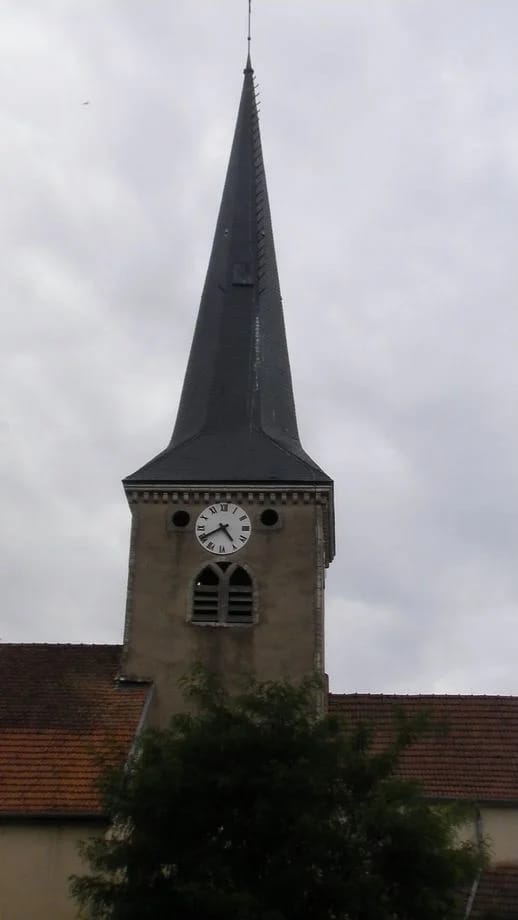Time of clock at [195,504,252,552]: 4:40
